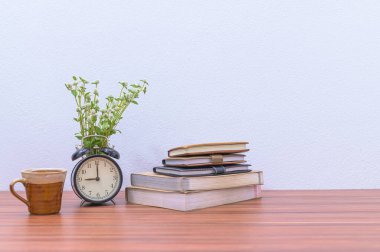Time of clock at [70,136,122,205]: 9:00
